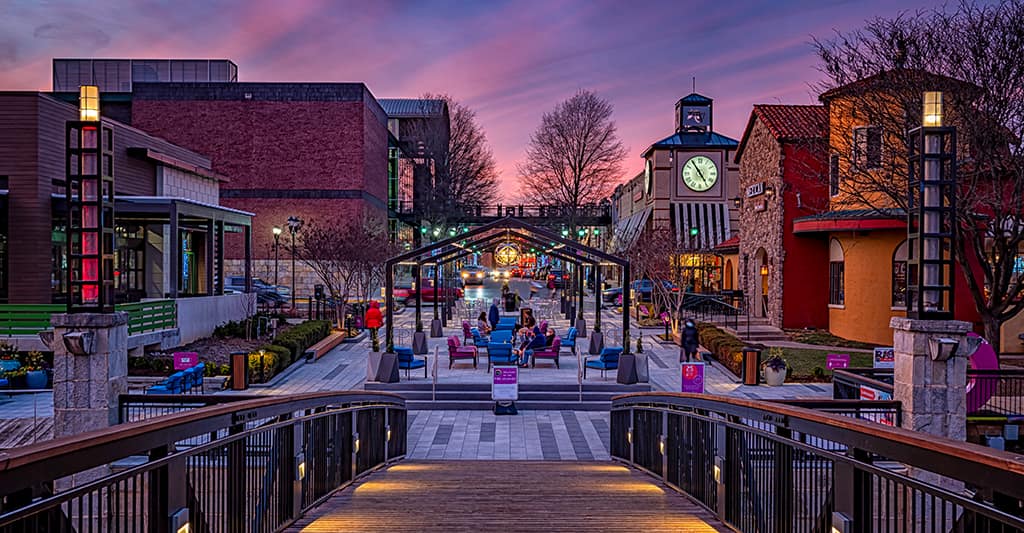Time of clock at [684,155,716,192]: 4:54
